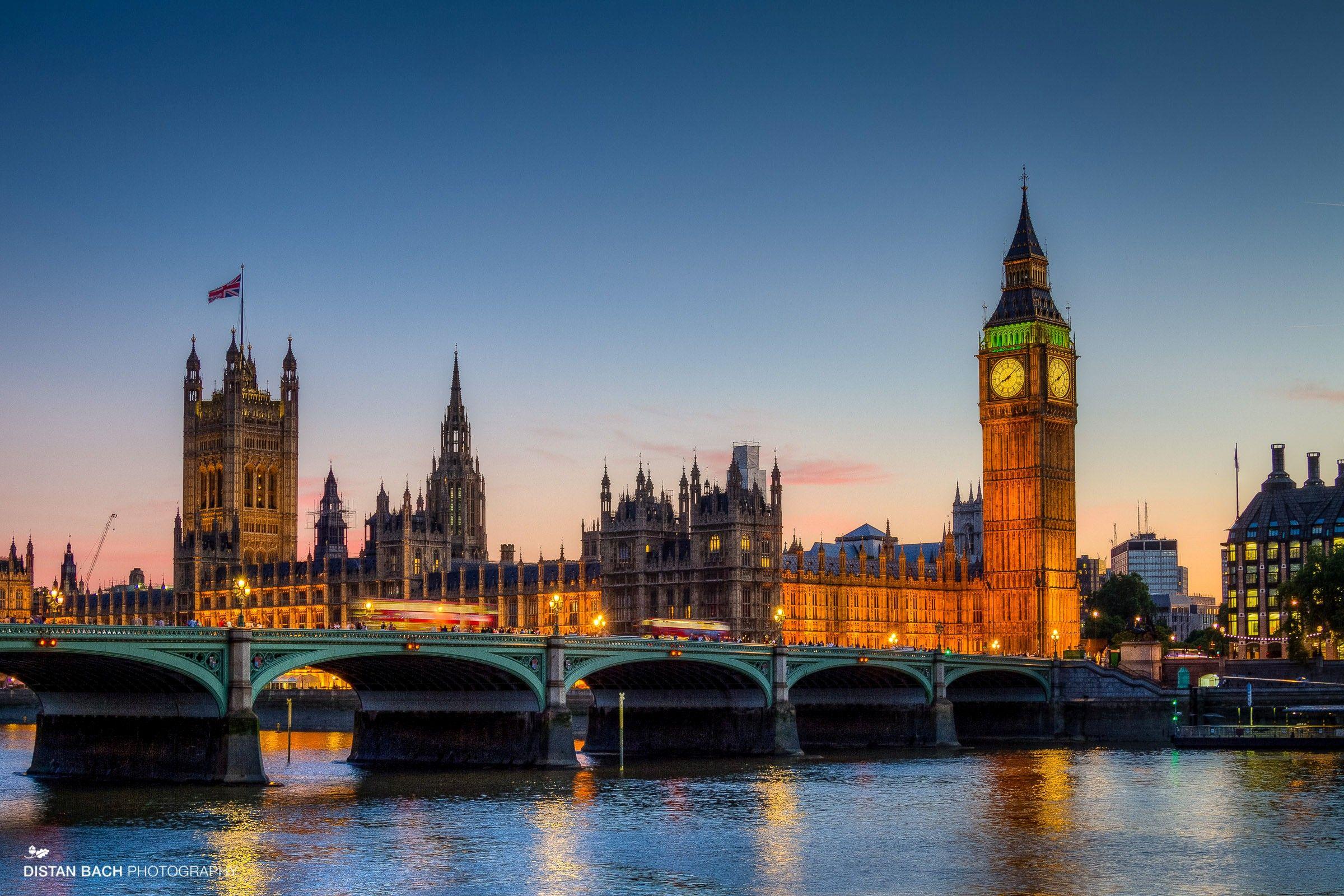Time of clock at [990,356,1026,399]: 8:08
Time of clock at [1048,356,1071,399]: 8:09
